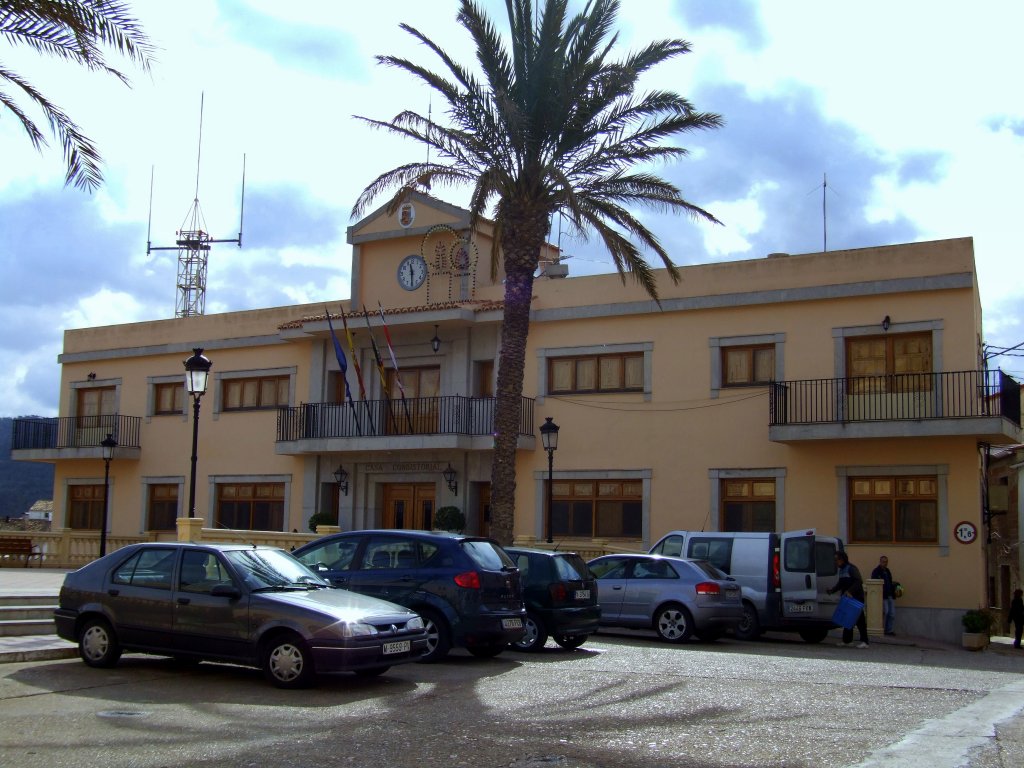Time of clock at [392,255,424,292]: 11:29
